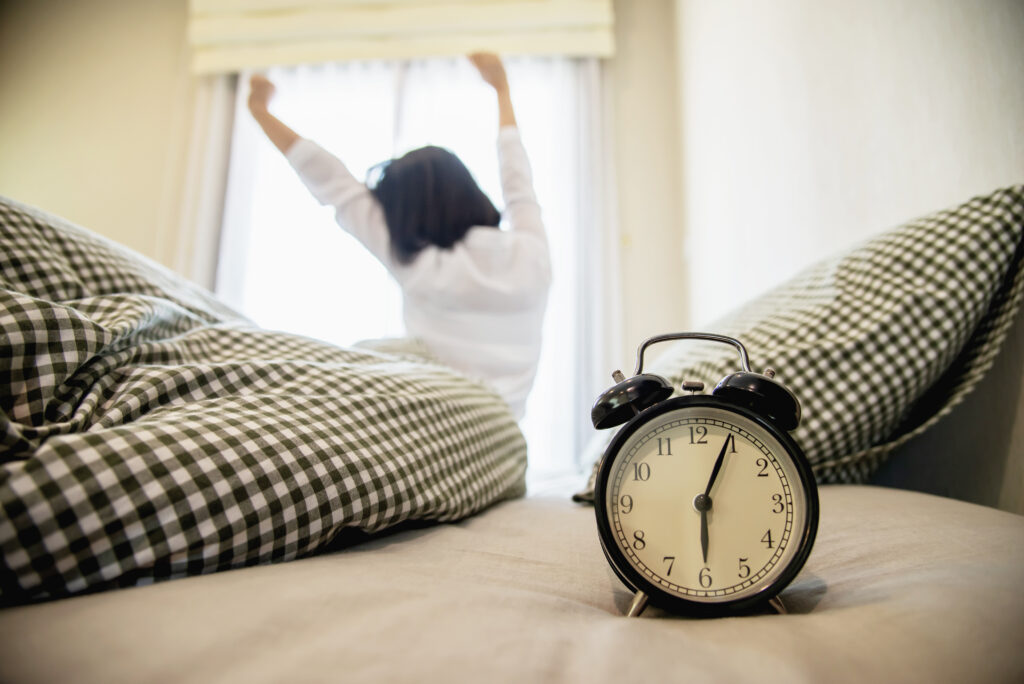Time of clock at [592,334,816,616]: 6:04
